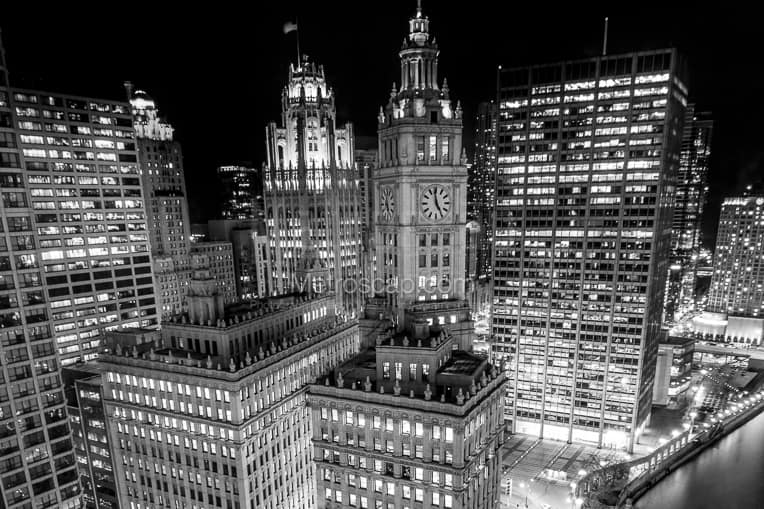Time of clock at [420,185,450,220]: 4:58
